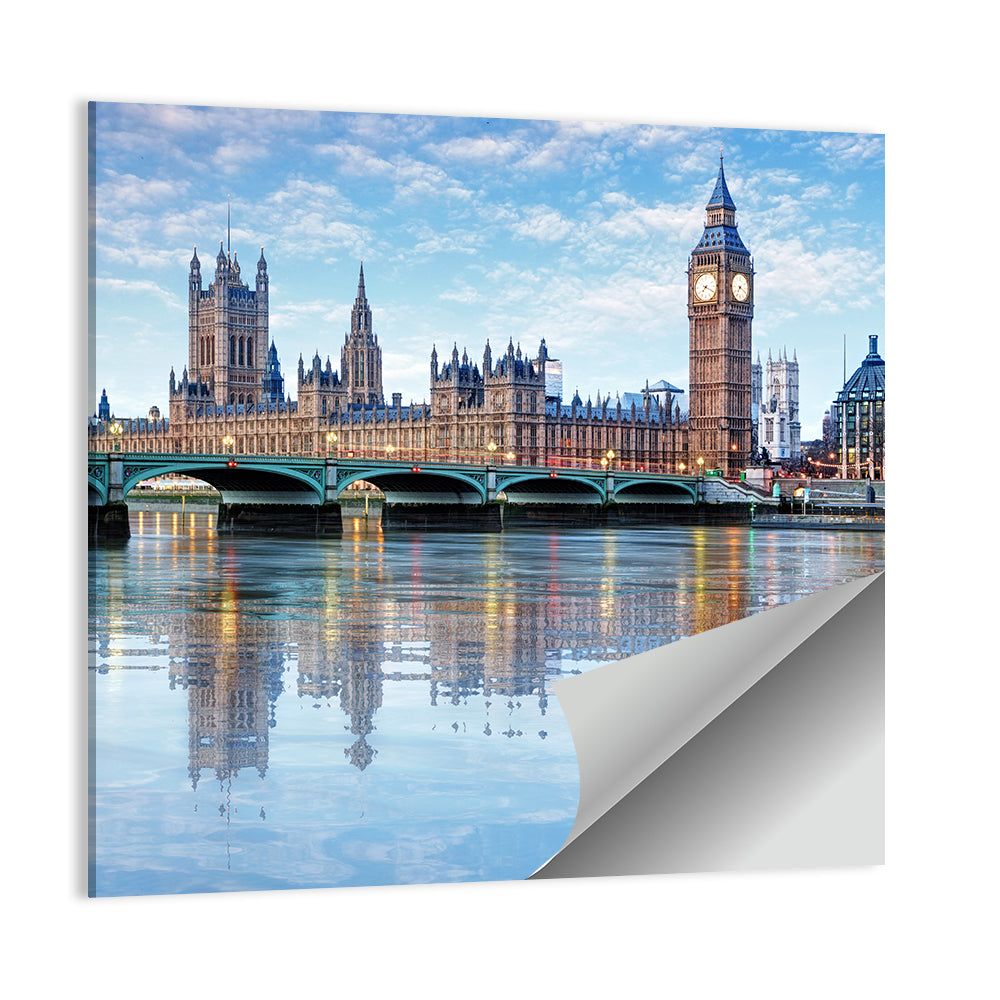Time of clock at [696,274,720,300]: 7:19
